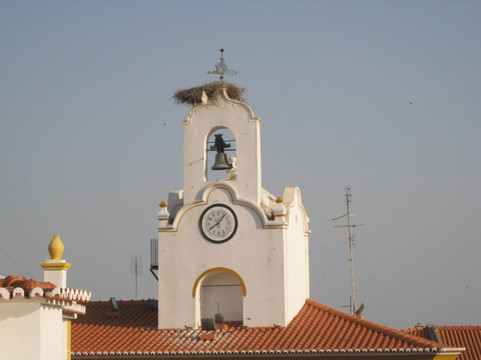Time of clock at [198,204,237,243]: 8:06
